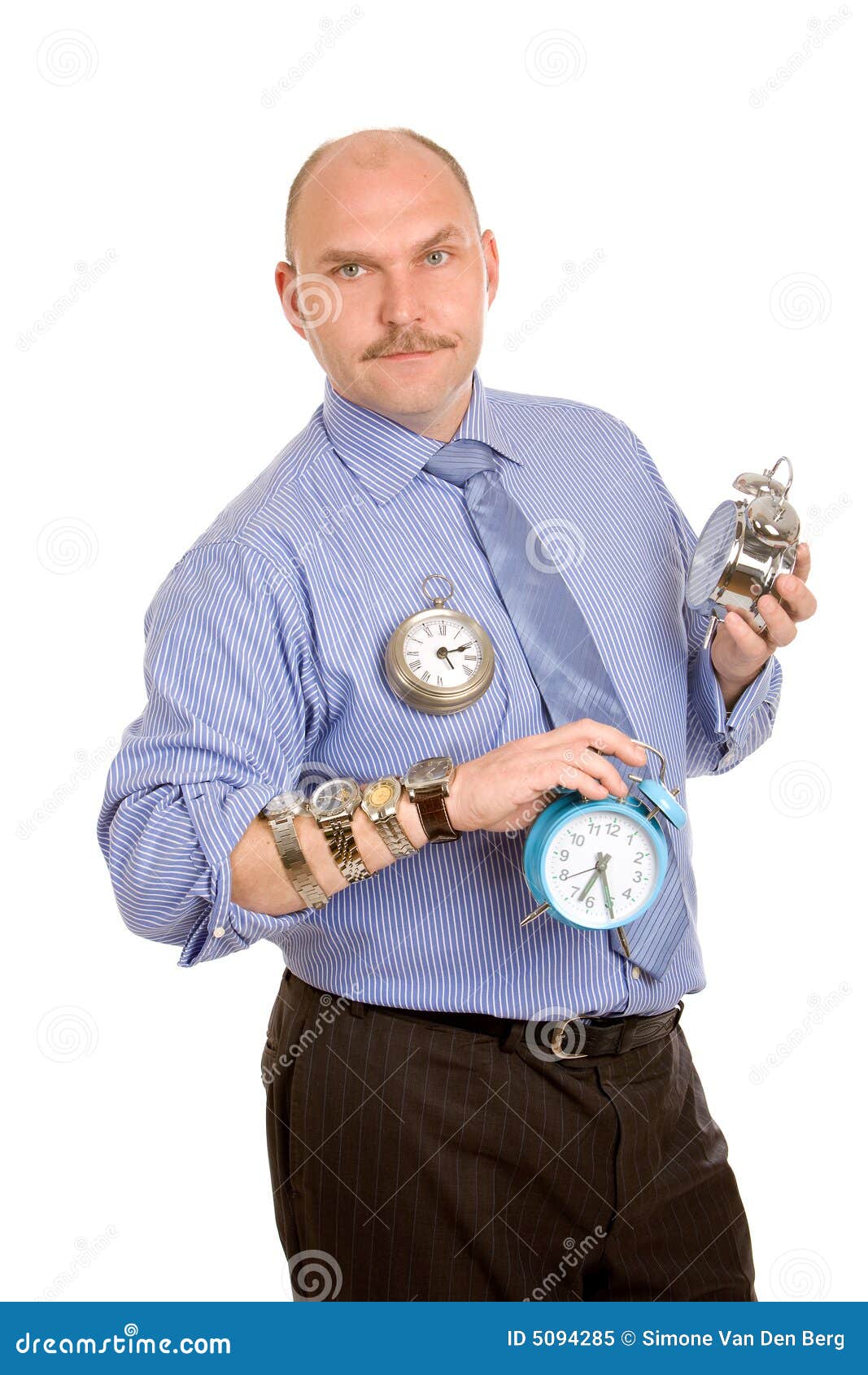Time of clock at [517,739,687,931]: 6:24
